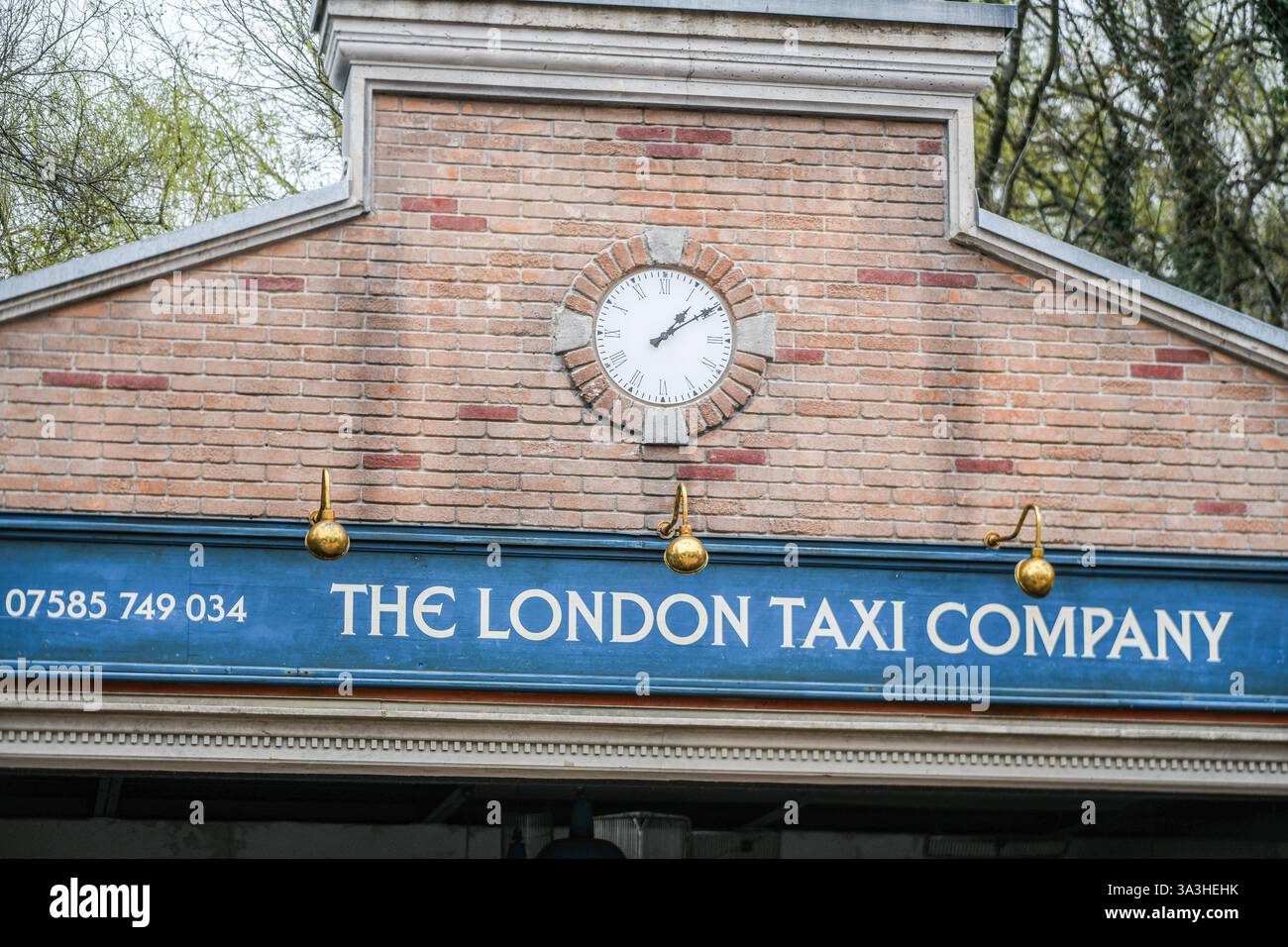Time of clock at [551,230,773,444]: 1:09
